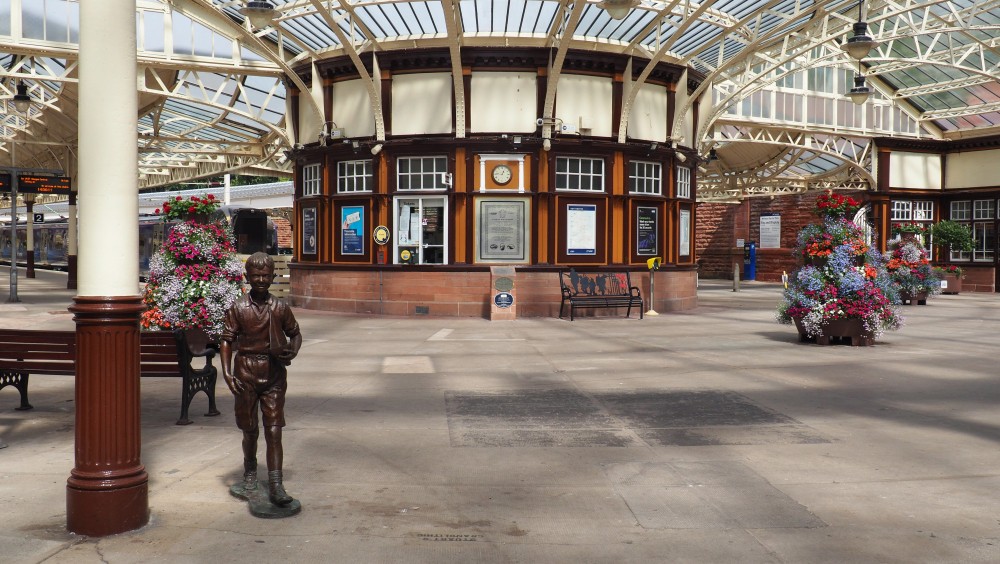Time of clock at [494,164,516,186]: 12:46
